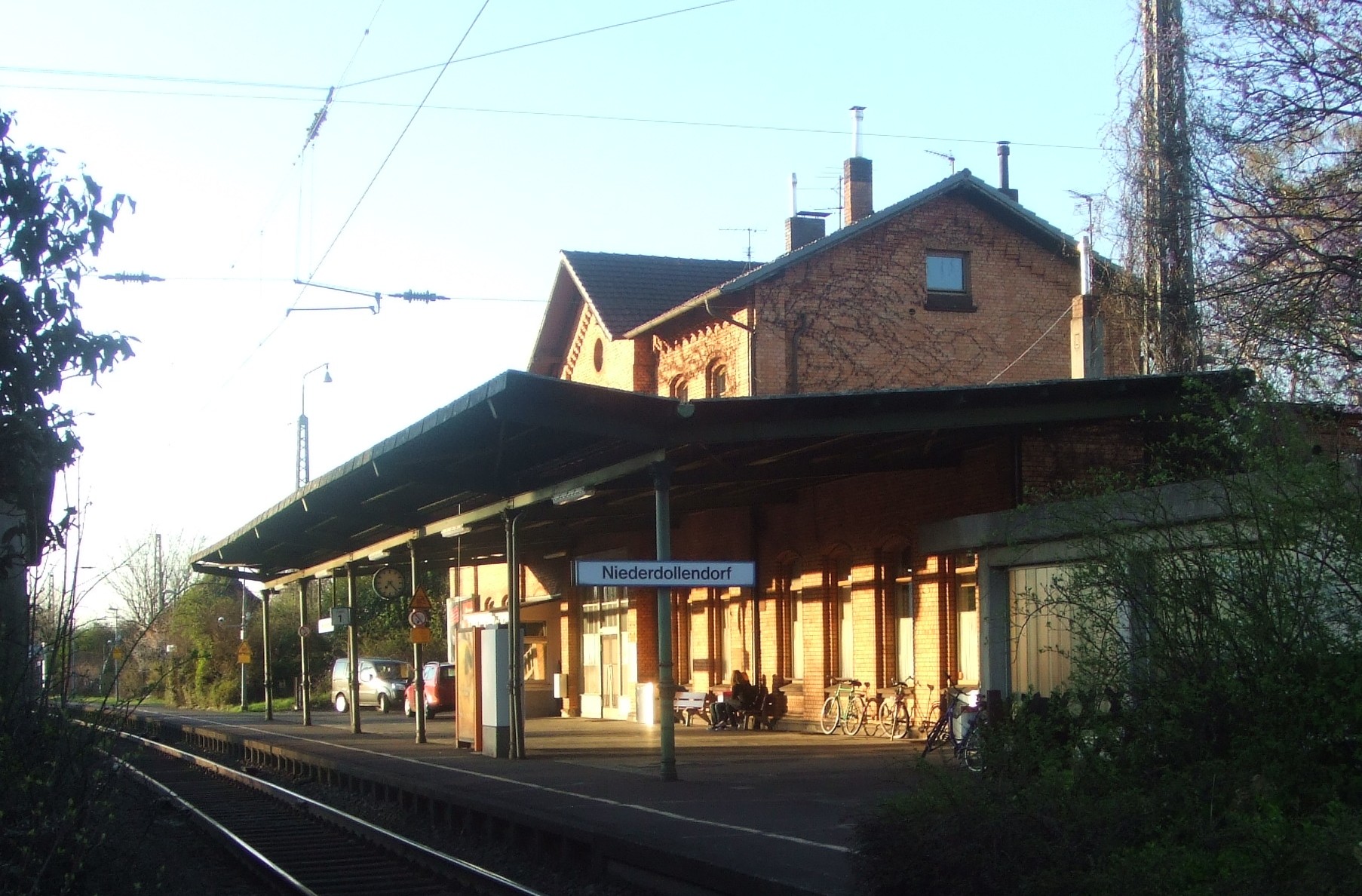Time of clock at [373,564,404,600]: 7:22
